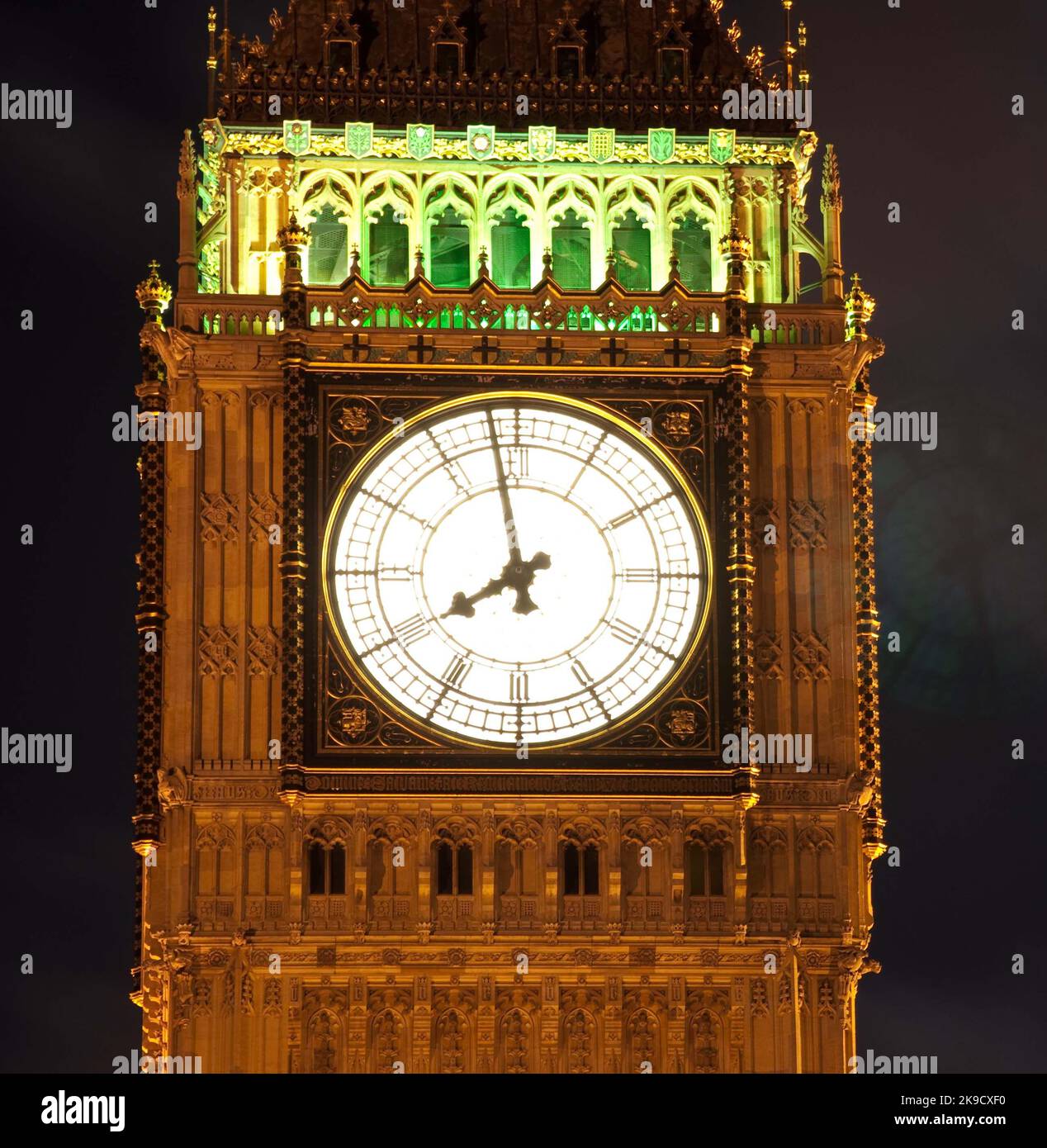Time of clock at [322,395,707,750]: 7:58
